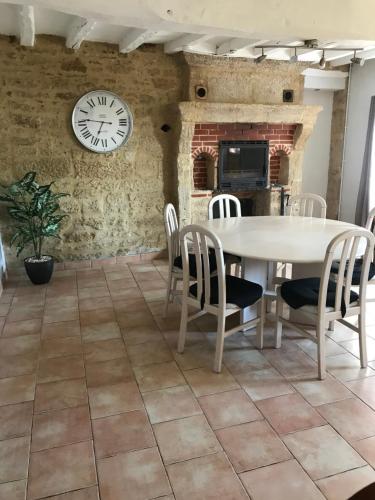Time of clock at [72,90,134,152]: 6:46
